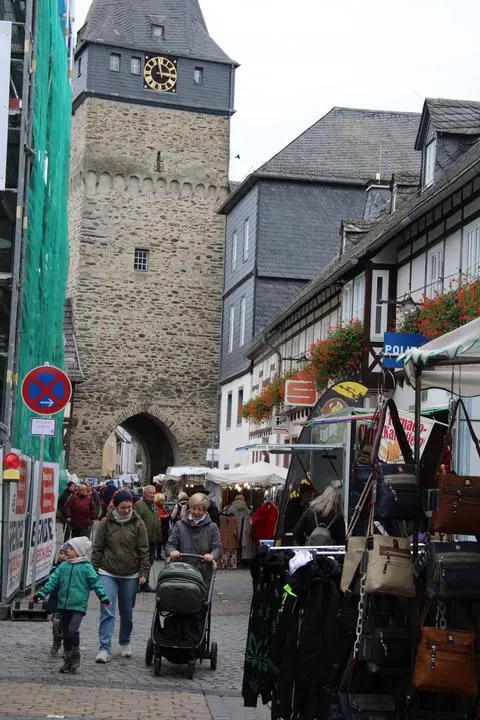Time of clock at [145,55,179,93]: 2:58
